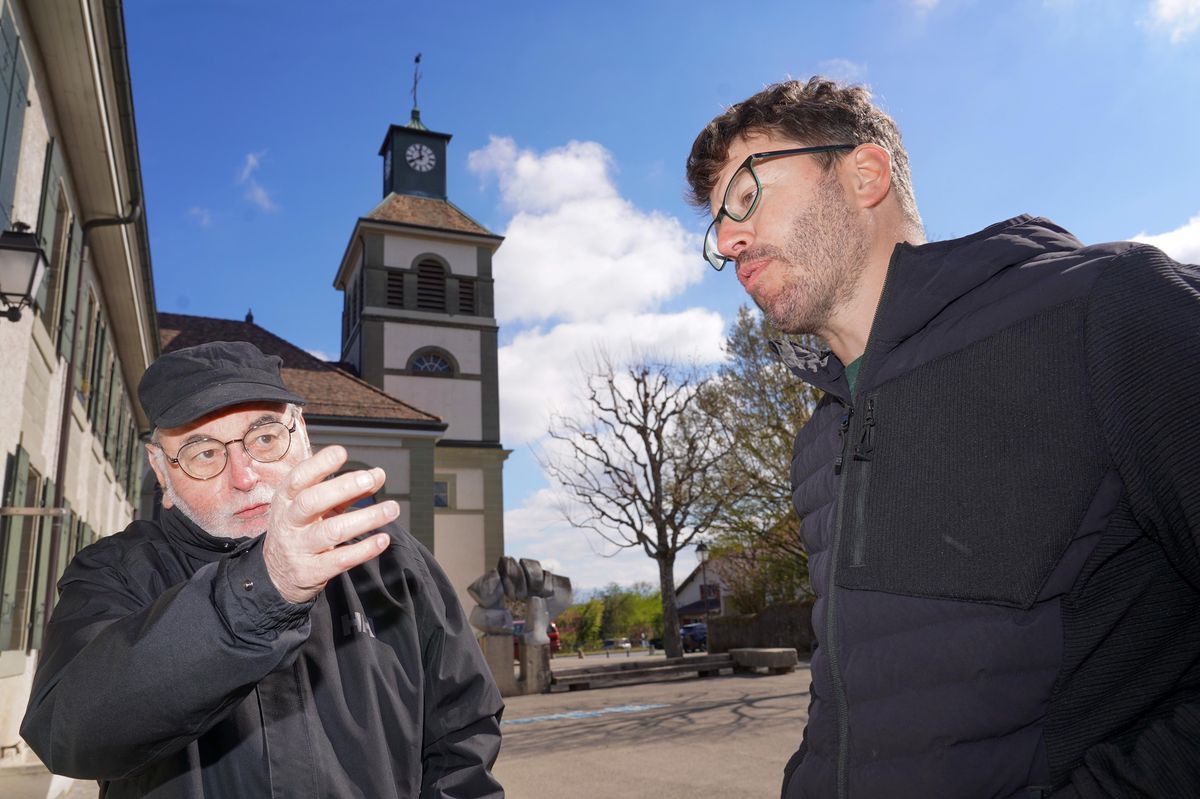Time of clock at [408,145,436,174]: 11:39
